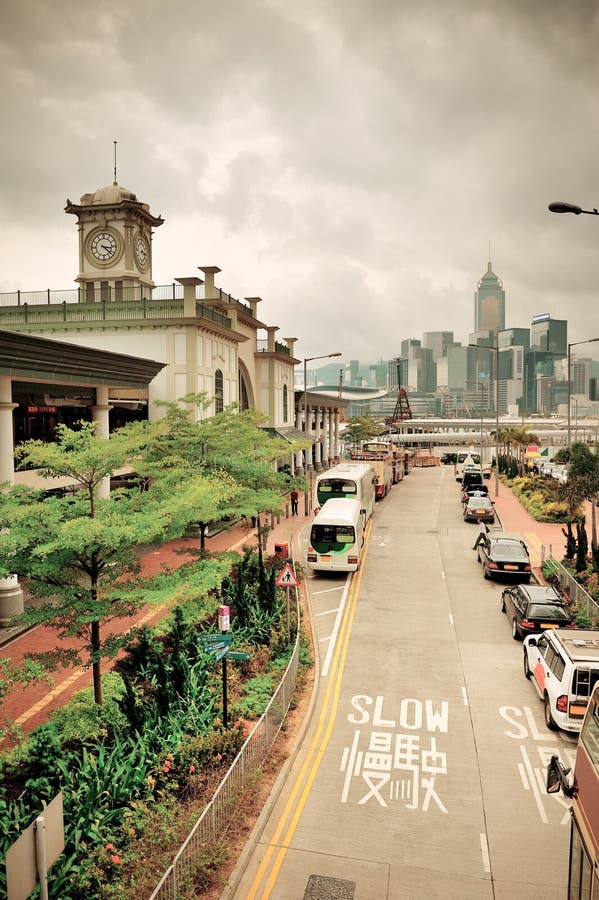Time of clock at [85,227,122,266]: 3:22
